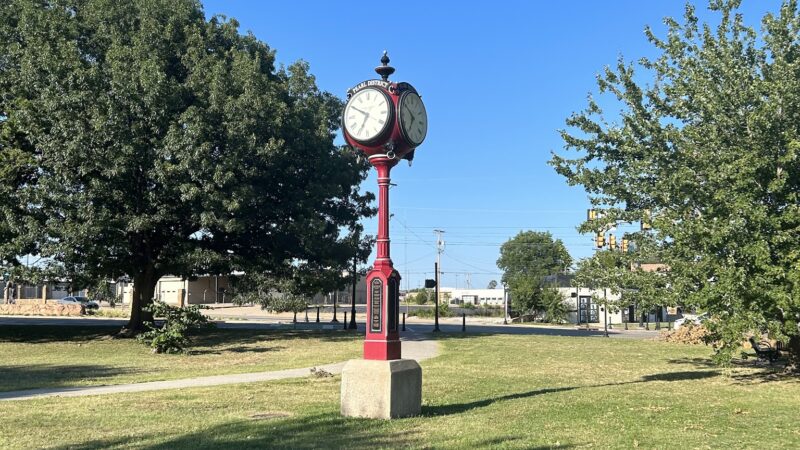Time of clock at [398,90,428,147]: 6:50
